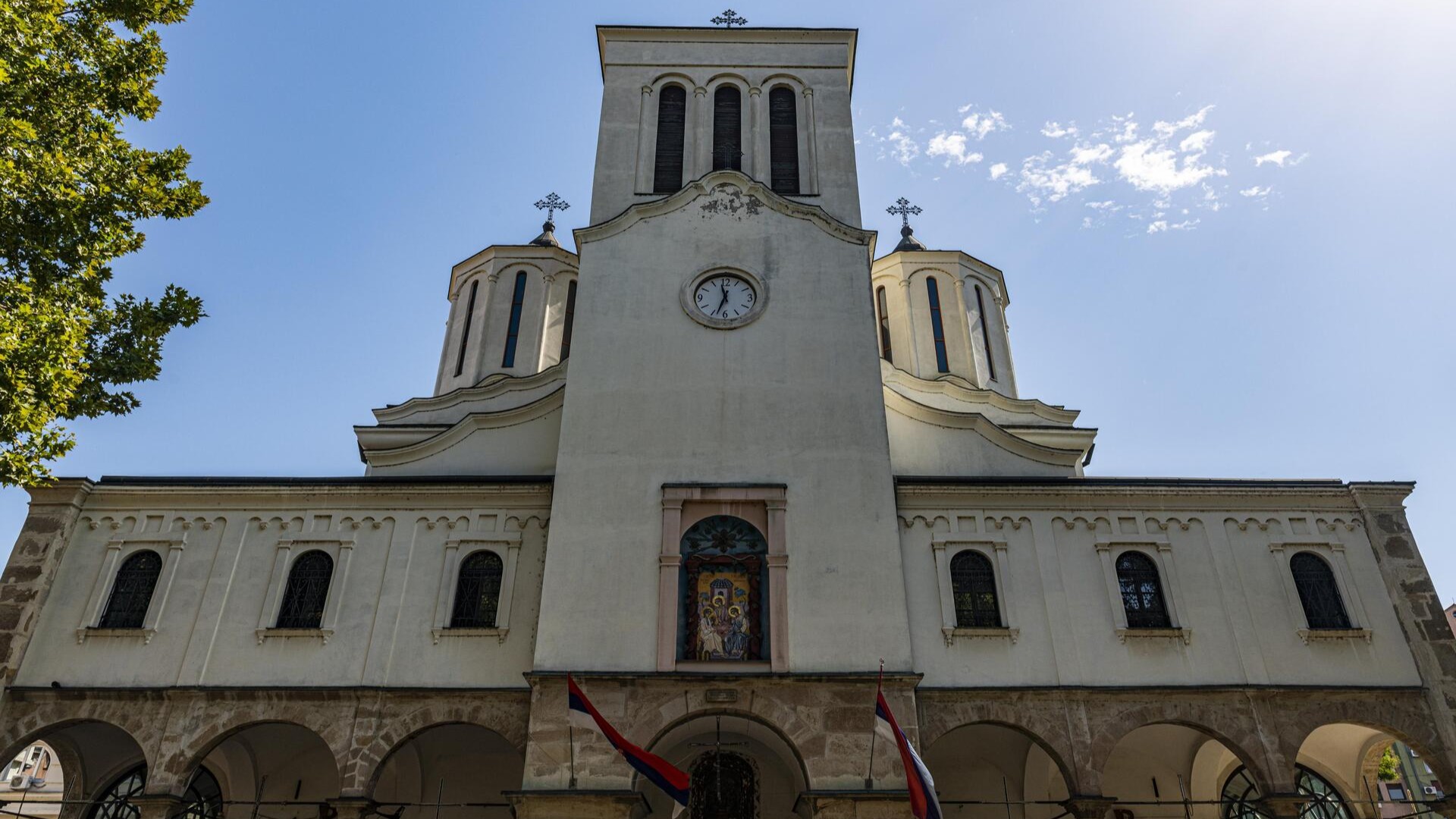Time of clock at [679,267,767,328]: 11:33
